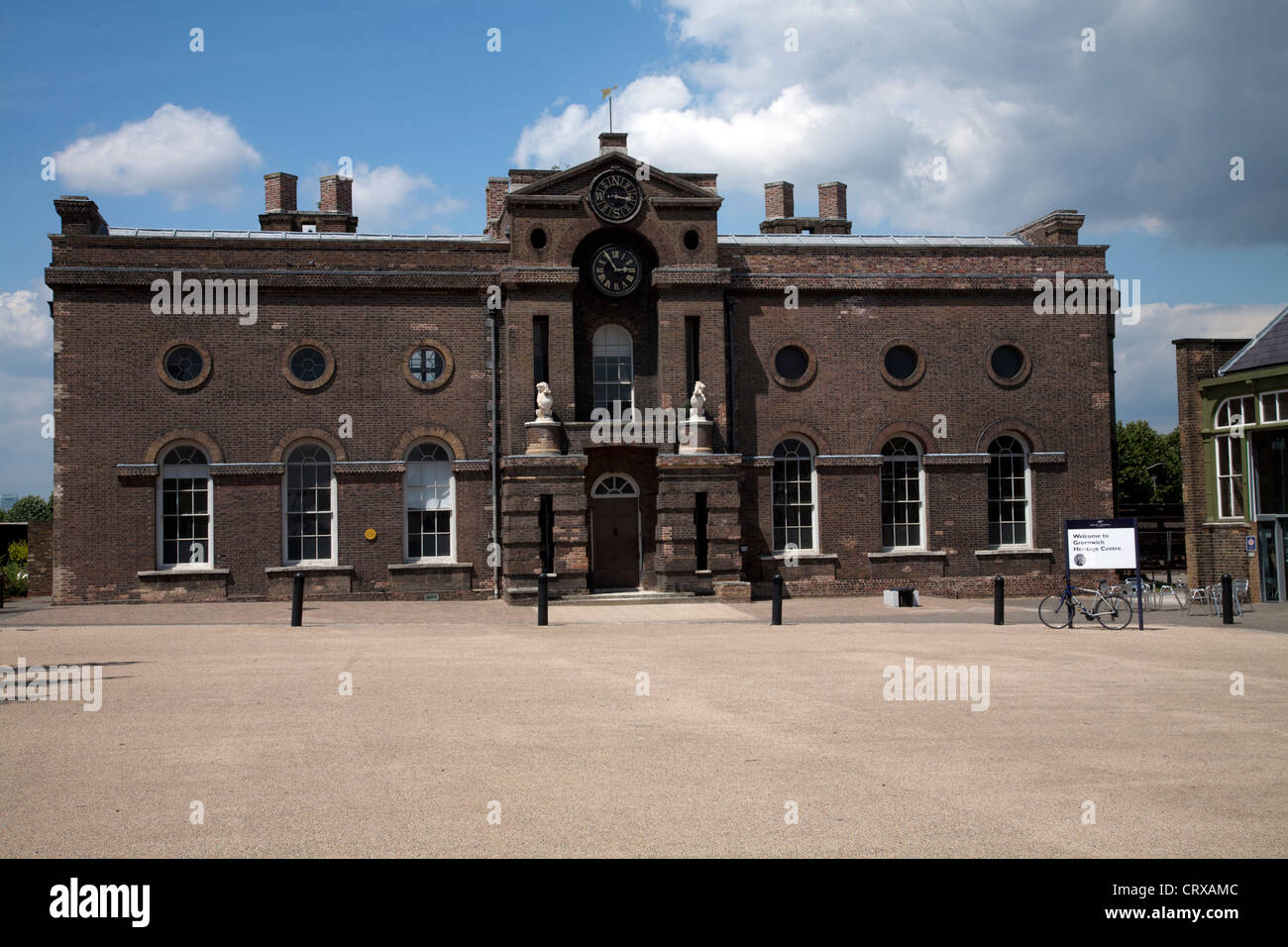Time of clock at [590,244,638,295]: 2:54
